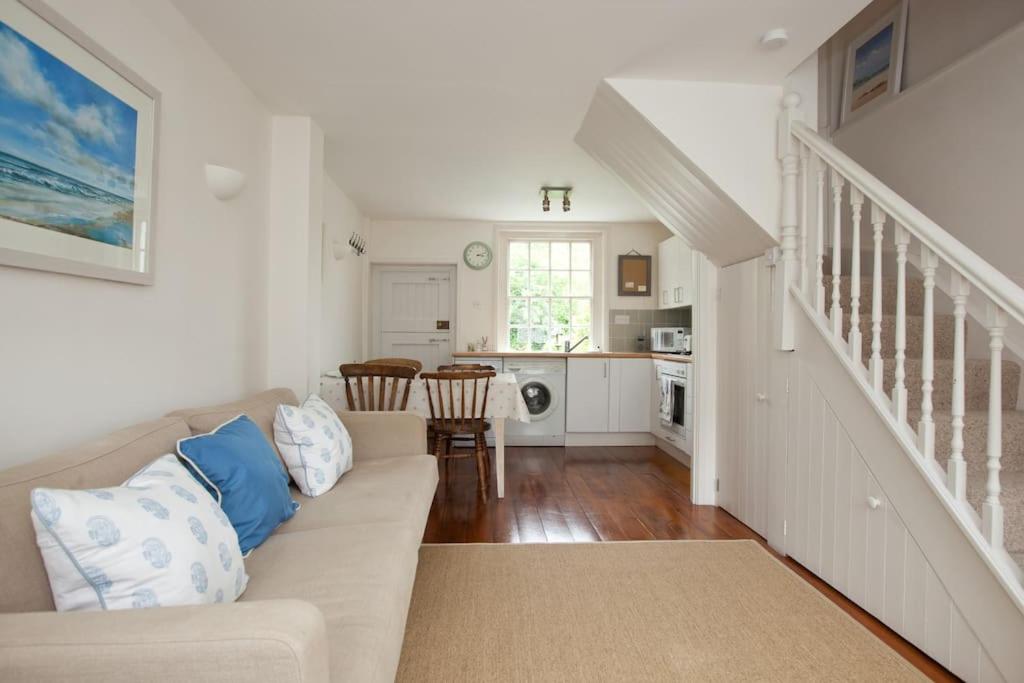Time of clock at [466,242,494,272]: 3:11
